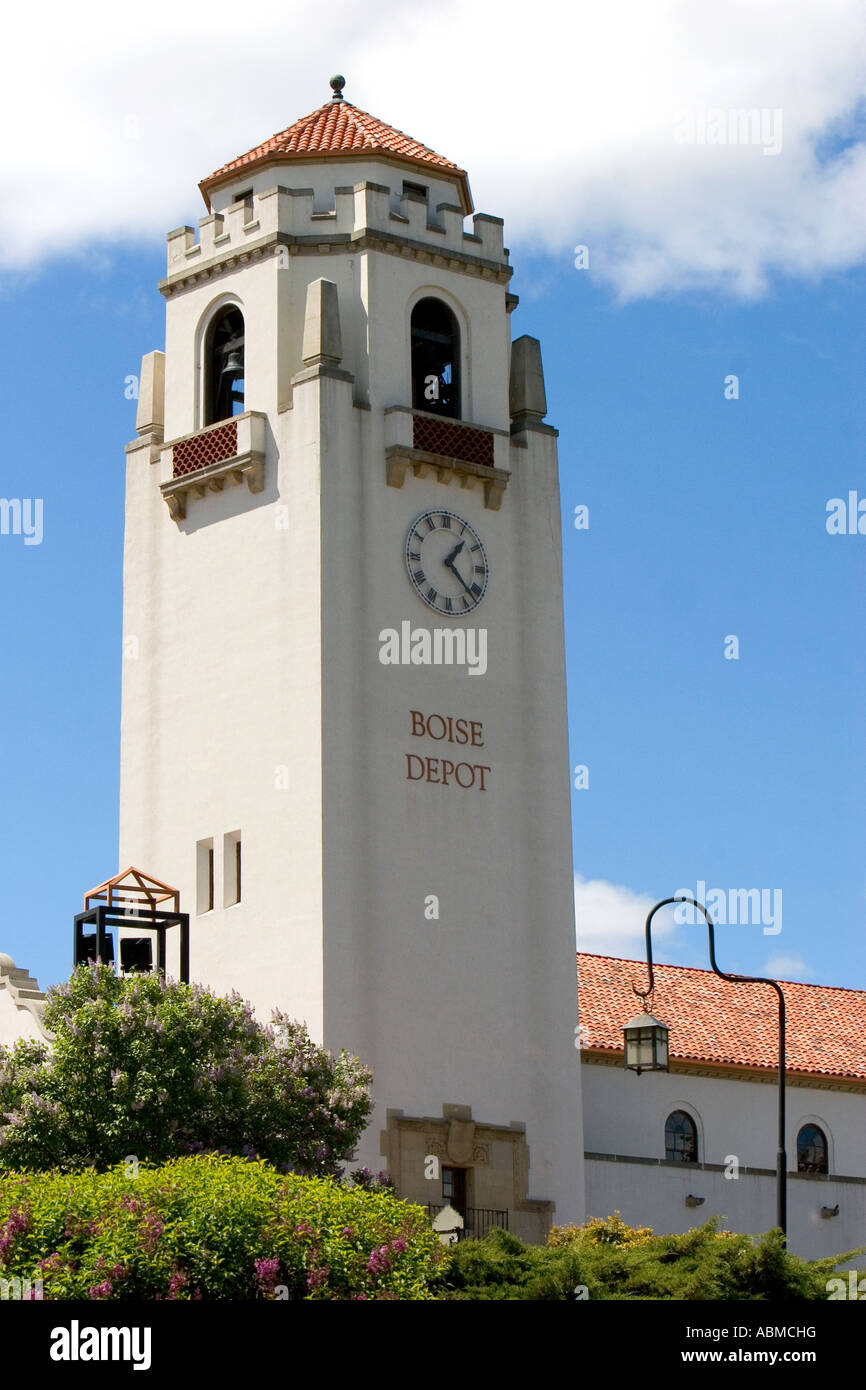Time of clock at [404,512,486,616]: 1:22
